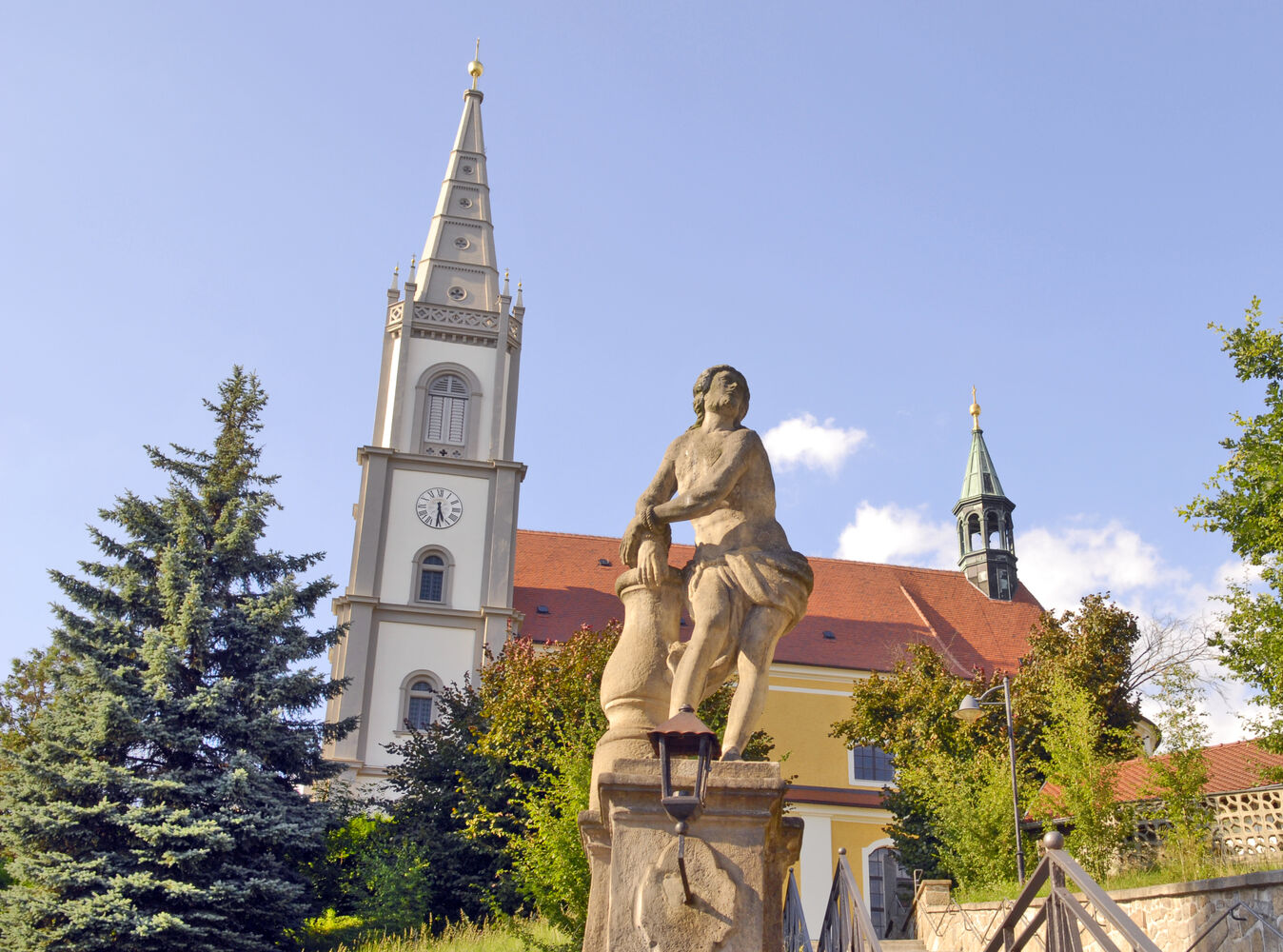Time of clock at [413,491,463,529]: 5:30
